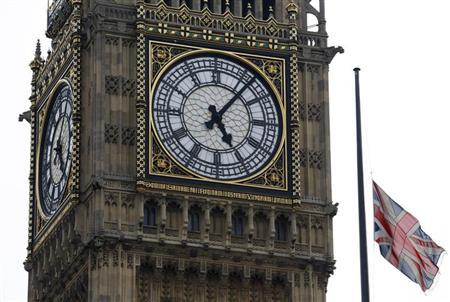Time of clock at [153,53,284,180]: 5:06
